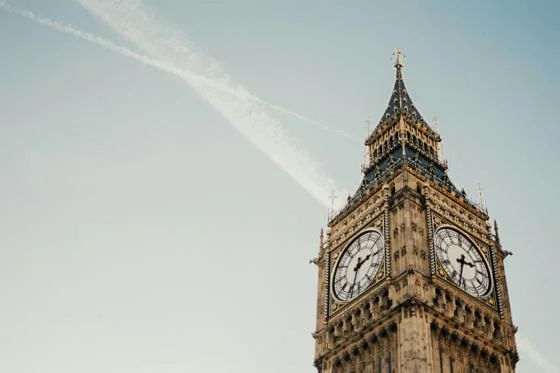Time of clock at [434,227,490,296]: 2:32
